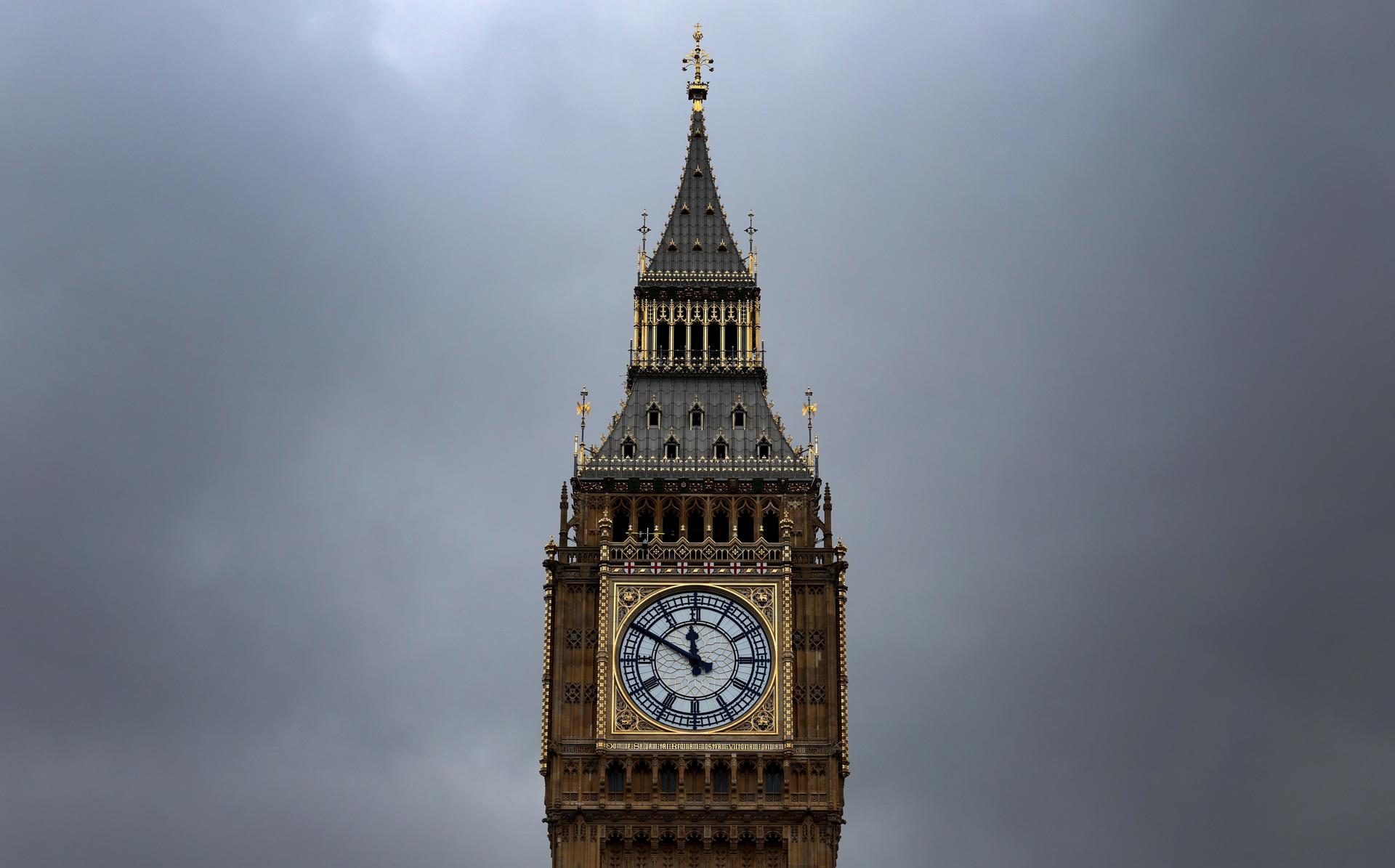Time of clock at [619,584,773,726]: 11:49
